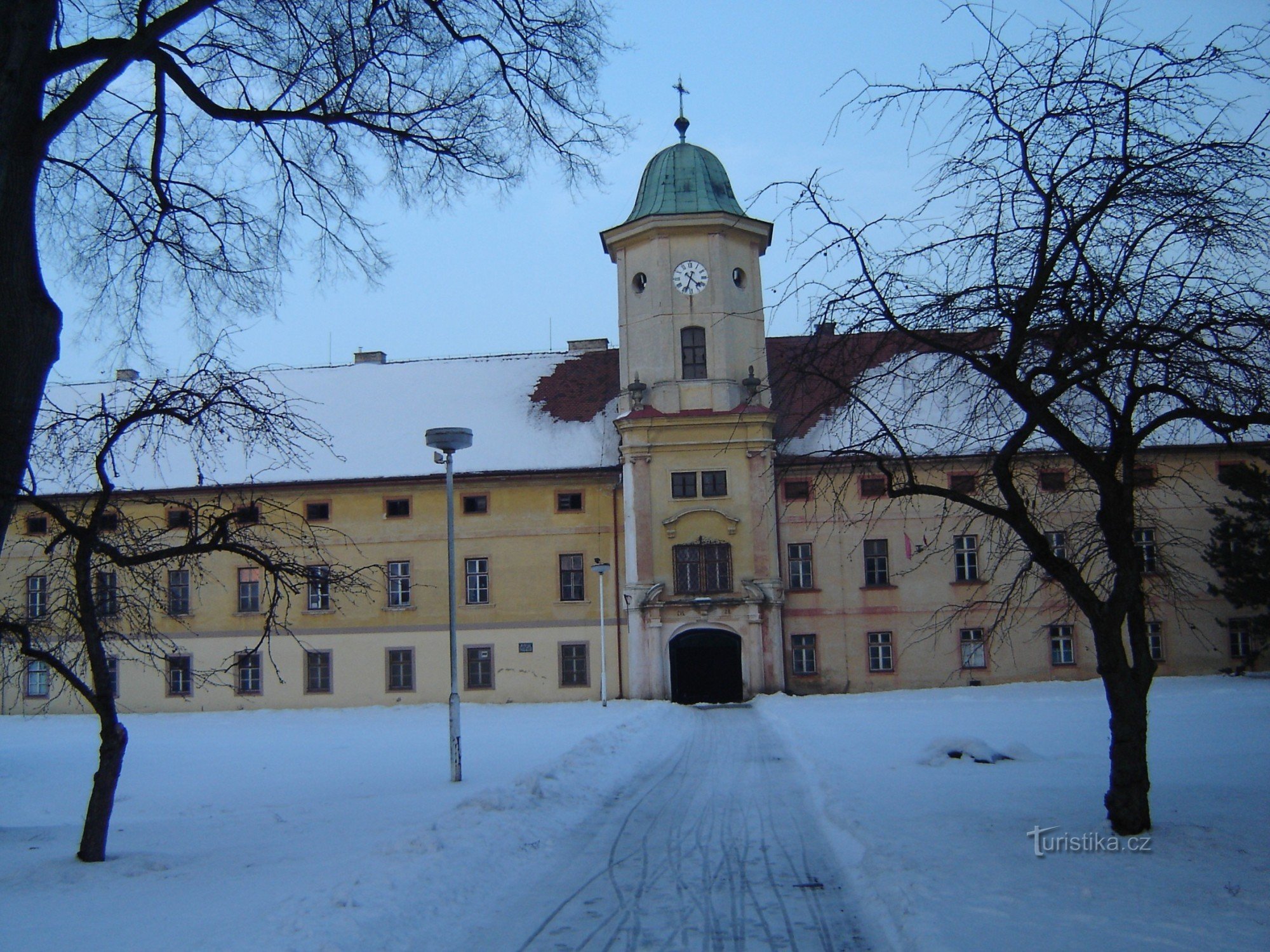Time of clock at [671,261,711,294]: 4:33
